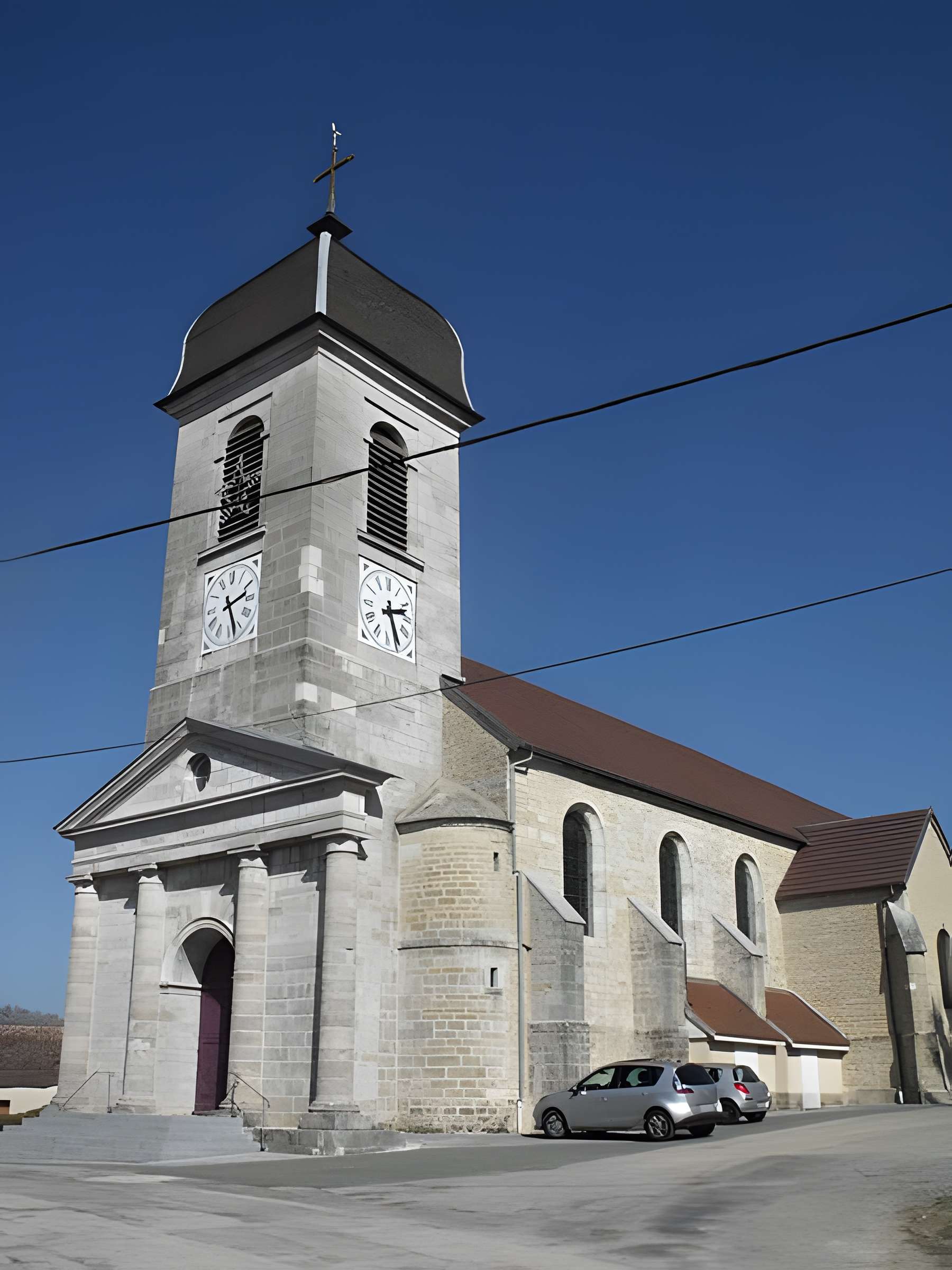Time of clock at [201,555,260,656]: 2:26
